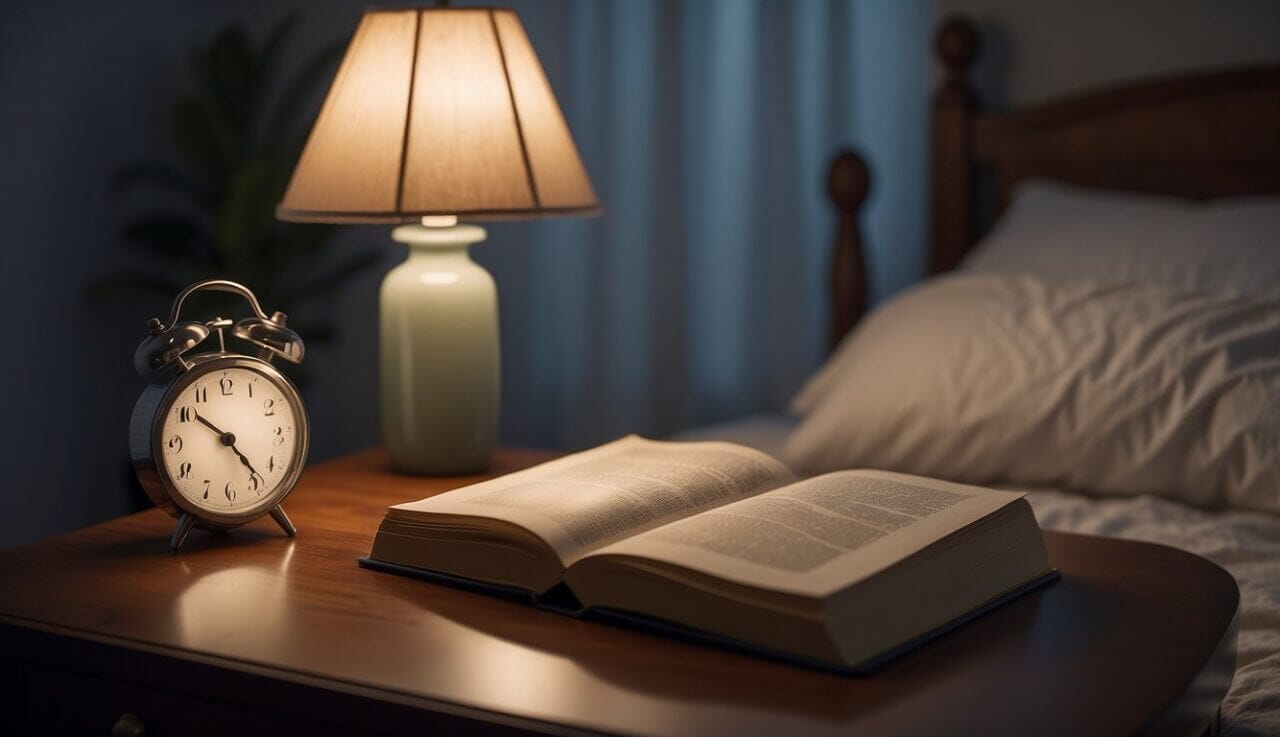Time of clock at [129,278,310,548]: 10:23
